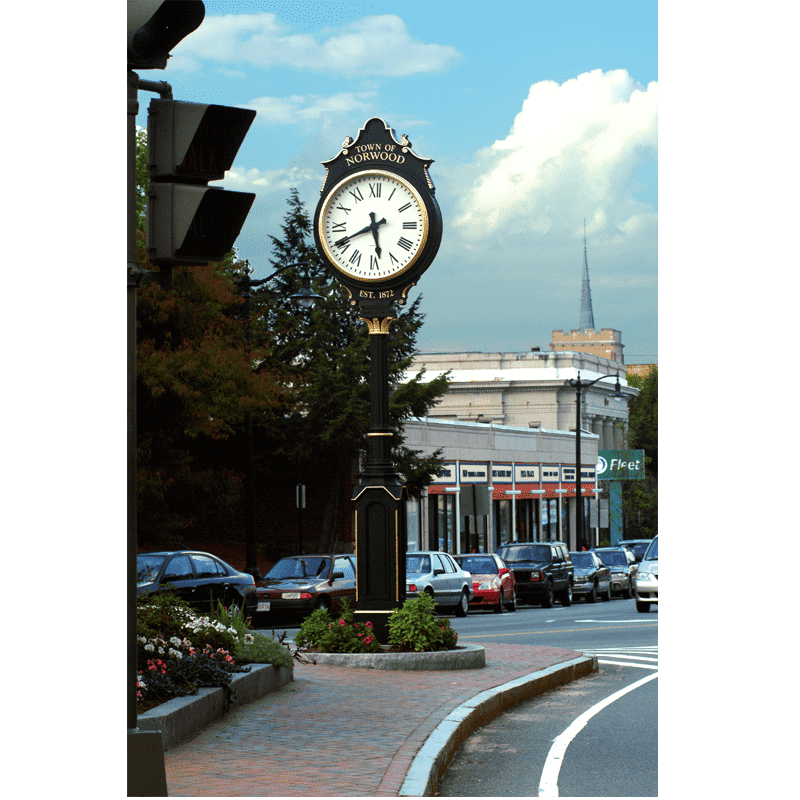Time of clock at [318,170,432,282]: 5:40
